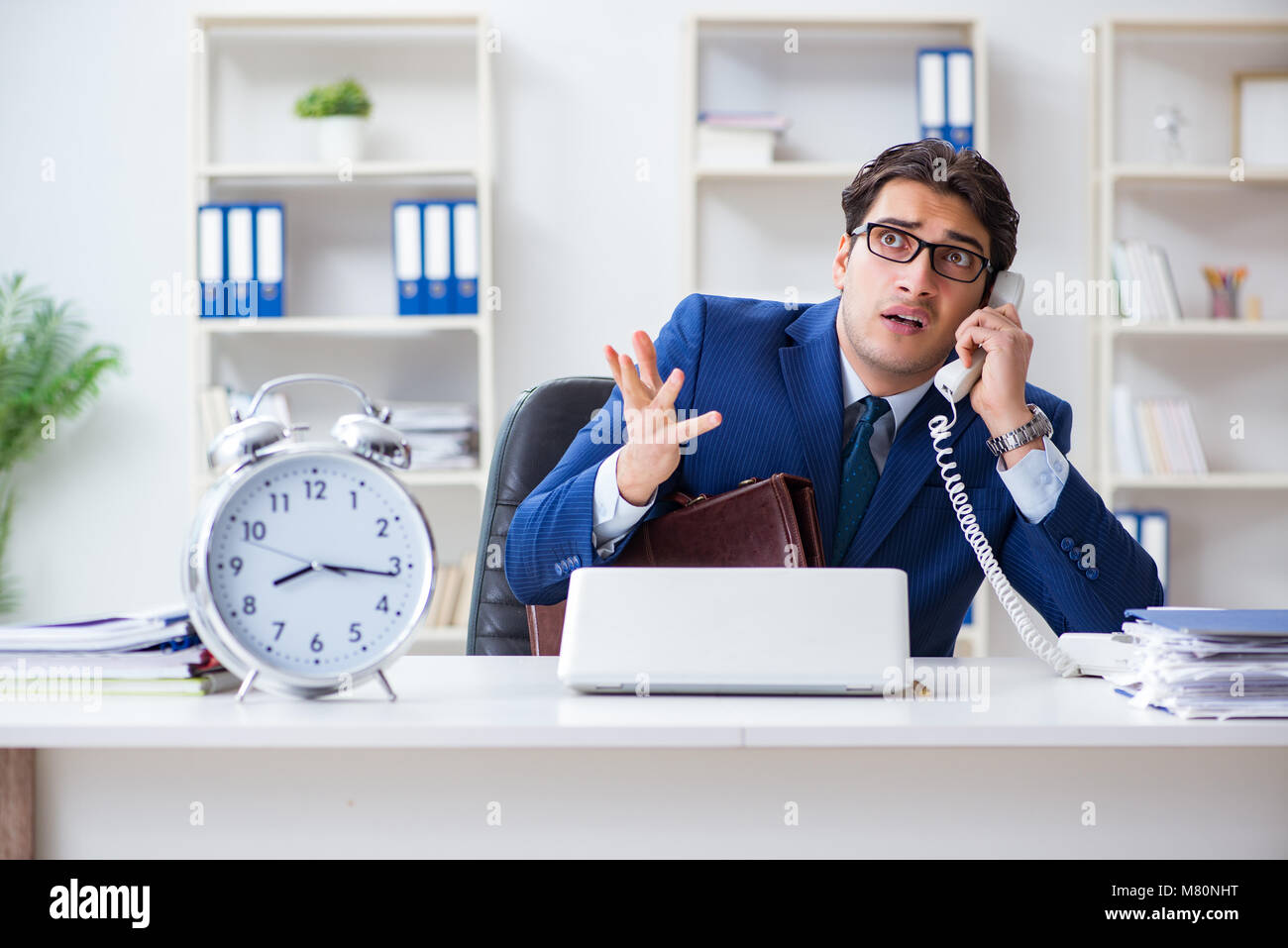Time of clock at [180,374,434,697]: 8:16
